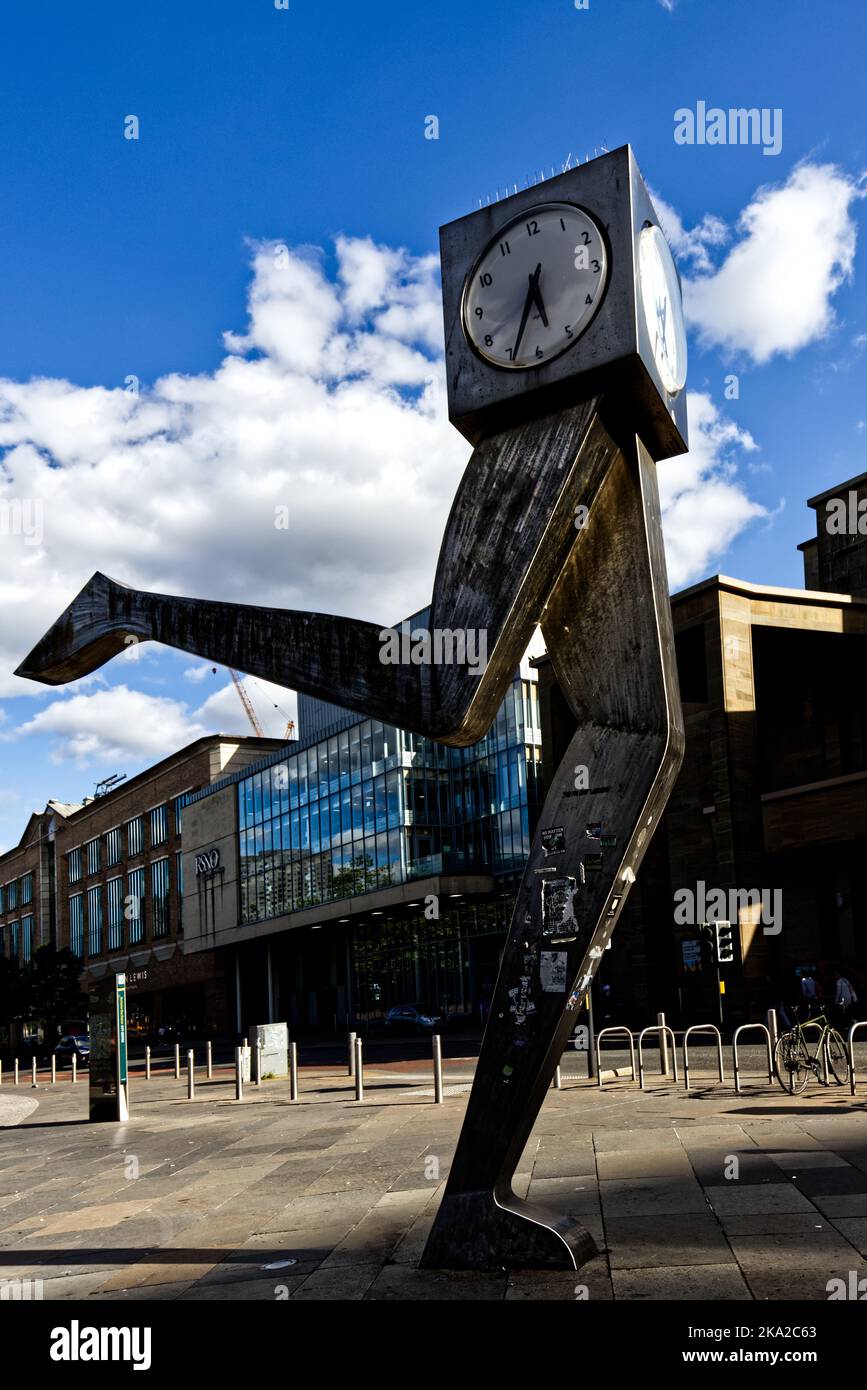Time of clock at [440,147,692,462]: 5:33
